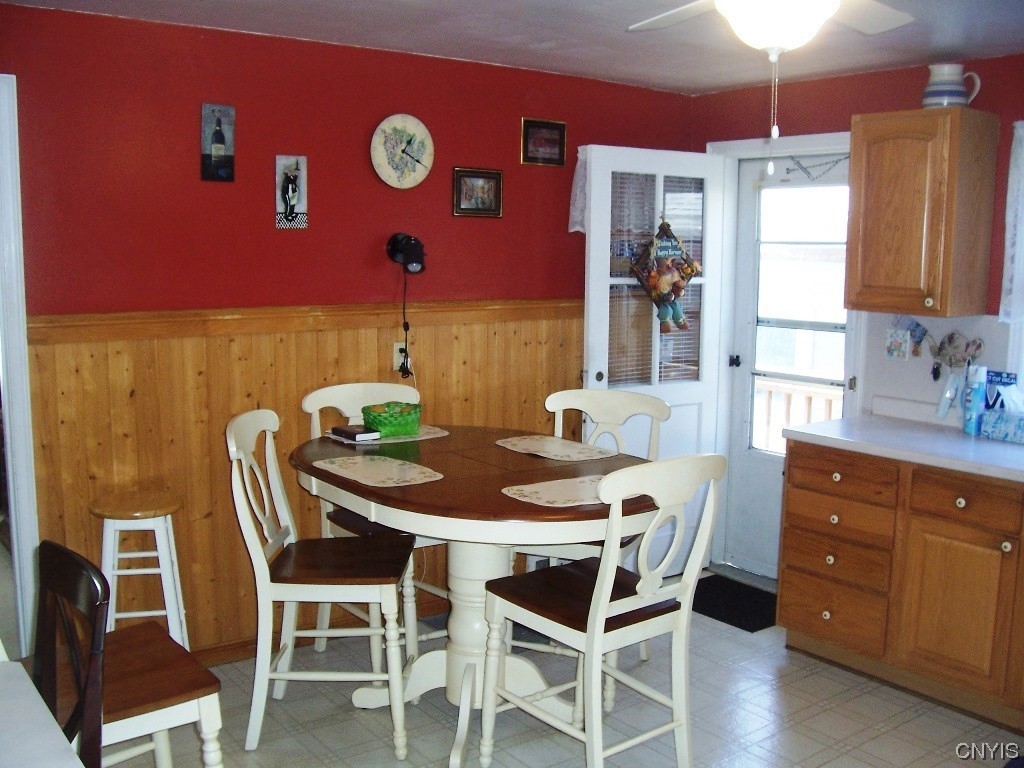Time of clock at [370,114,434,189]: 1:19
